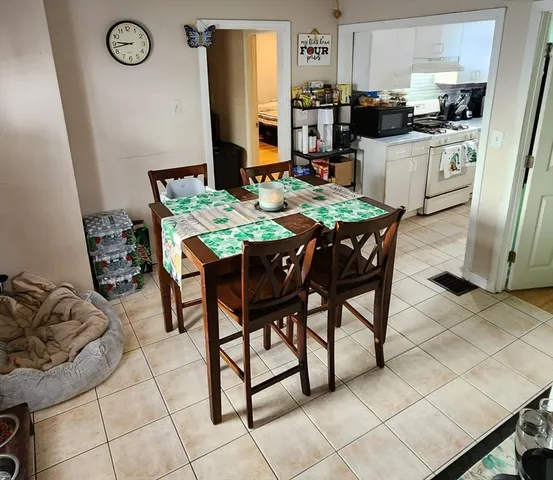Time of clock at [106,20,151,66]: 8:46
